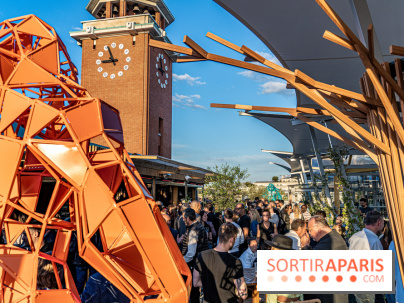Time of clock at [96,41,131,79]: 8:56
